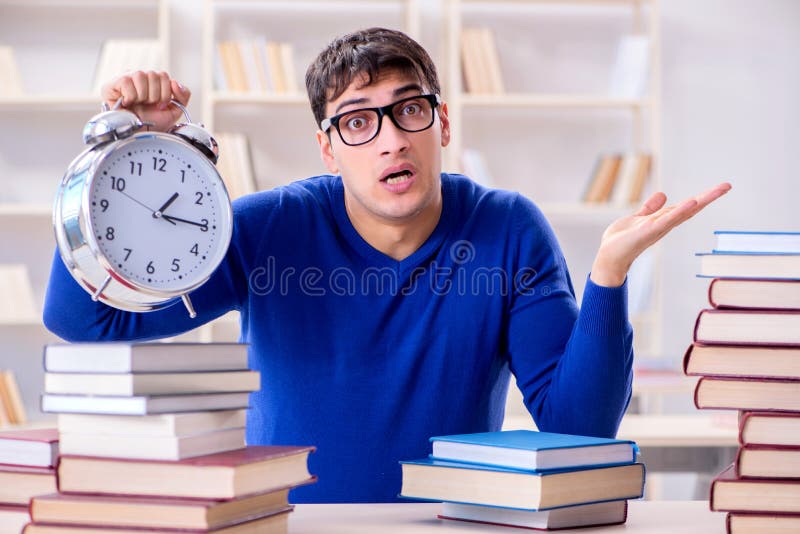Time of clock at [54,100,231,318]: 1:15
